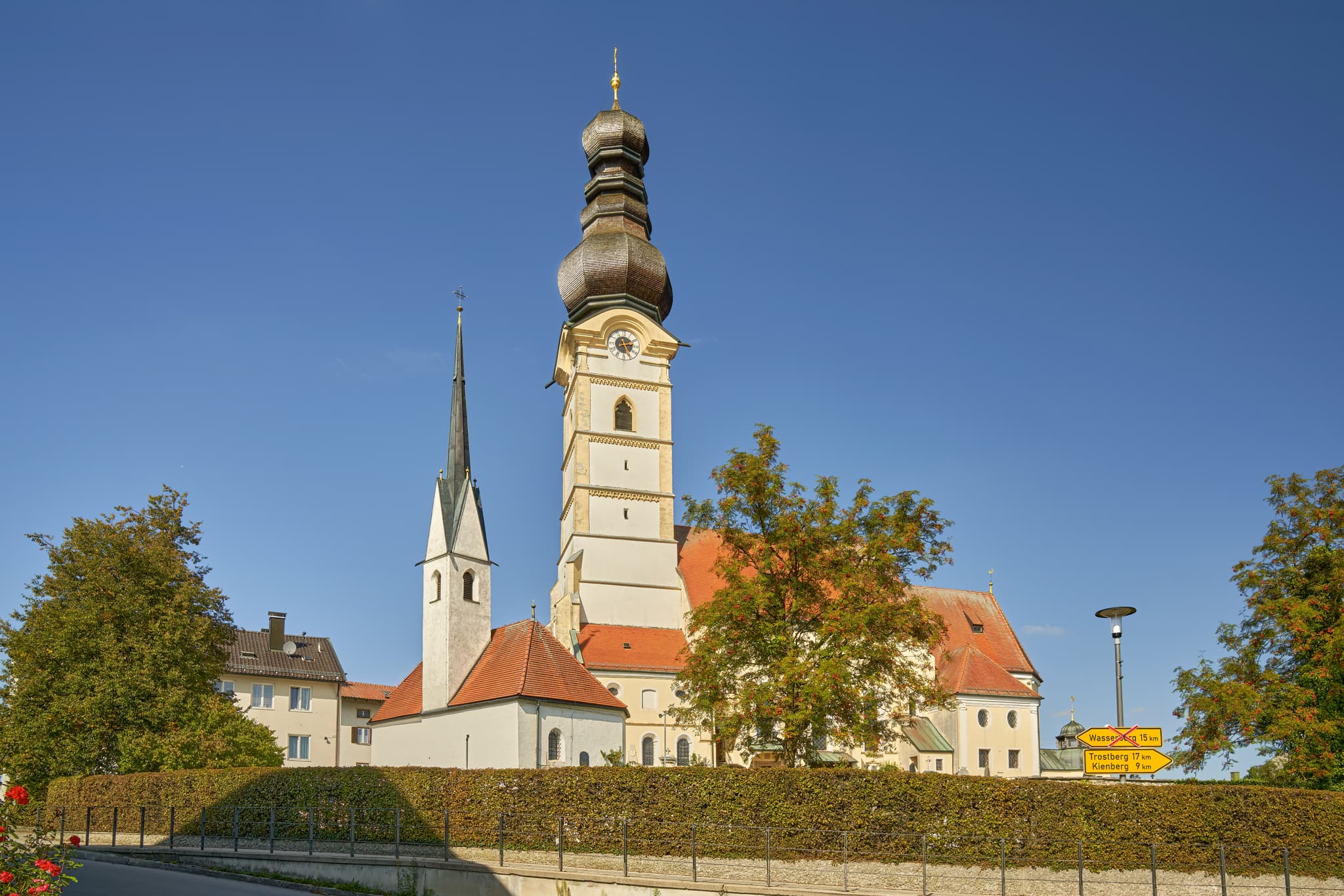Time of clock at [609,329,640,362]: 2:26
